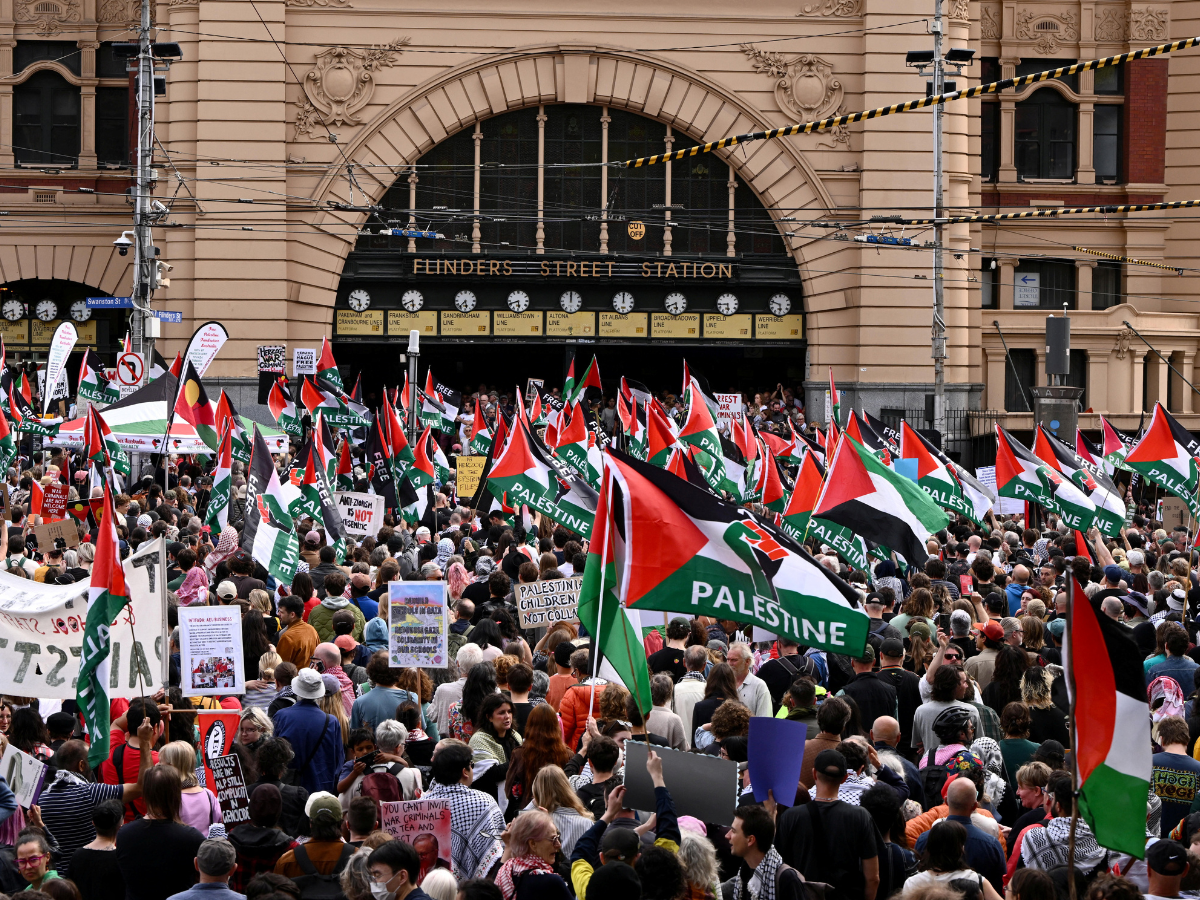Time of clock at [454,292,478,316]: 5:37
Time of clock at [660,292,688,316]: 5:41
